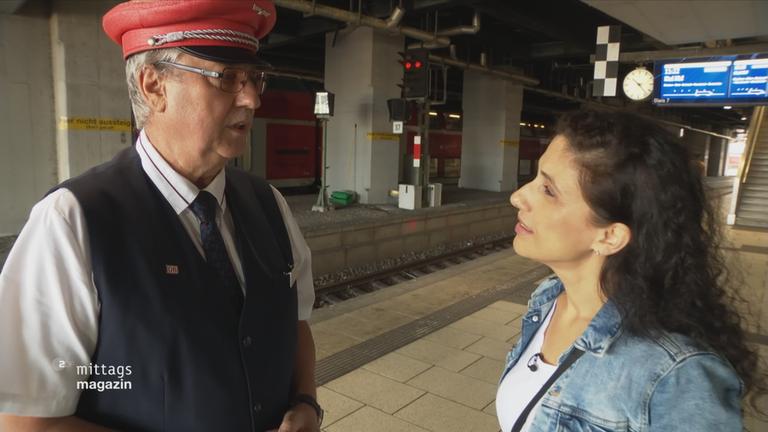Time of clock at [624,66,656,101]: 10:23
